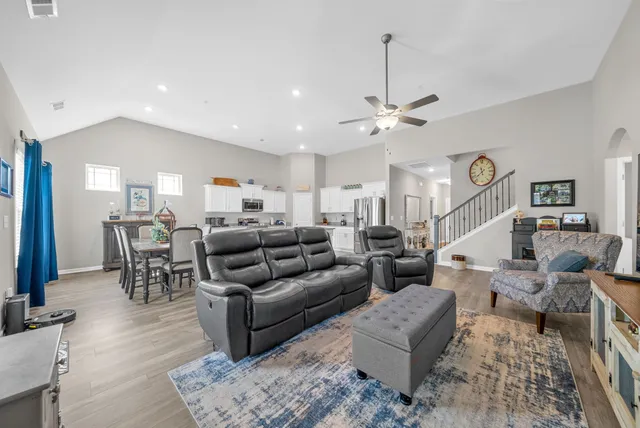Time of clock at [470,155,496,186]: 11:37
